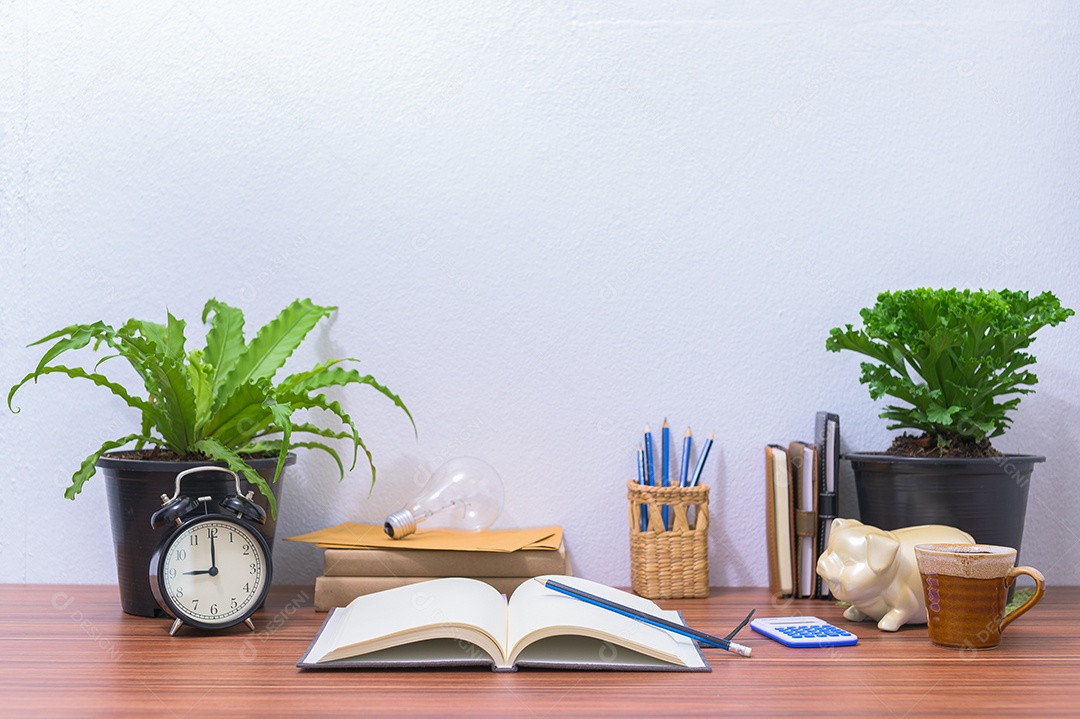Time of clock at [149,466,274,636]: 9:00
